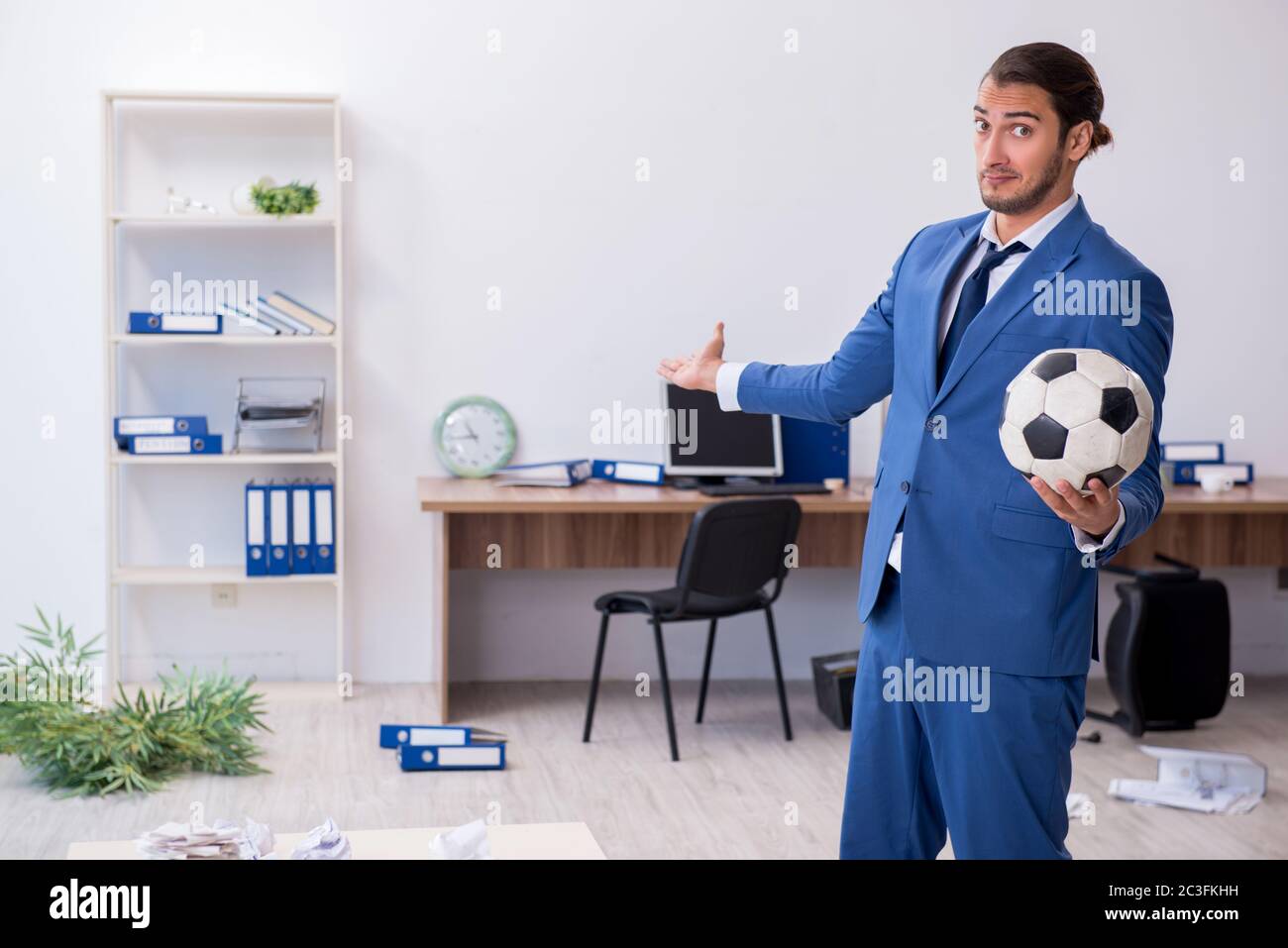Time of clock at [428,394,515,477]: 10:44
